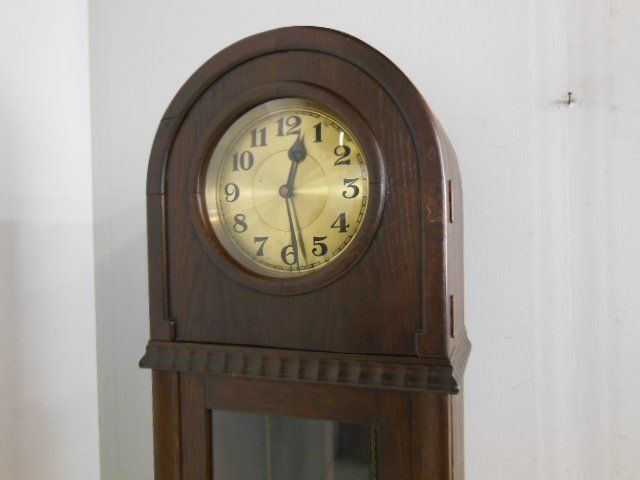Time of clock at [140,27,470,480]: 12:28
